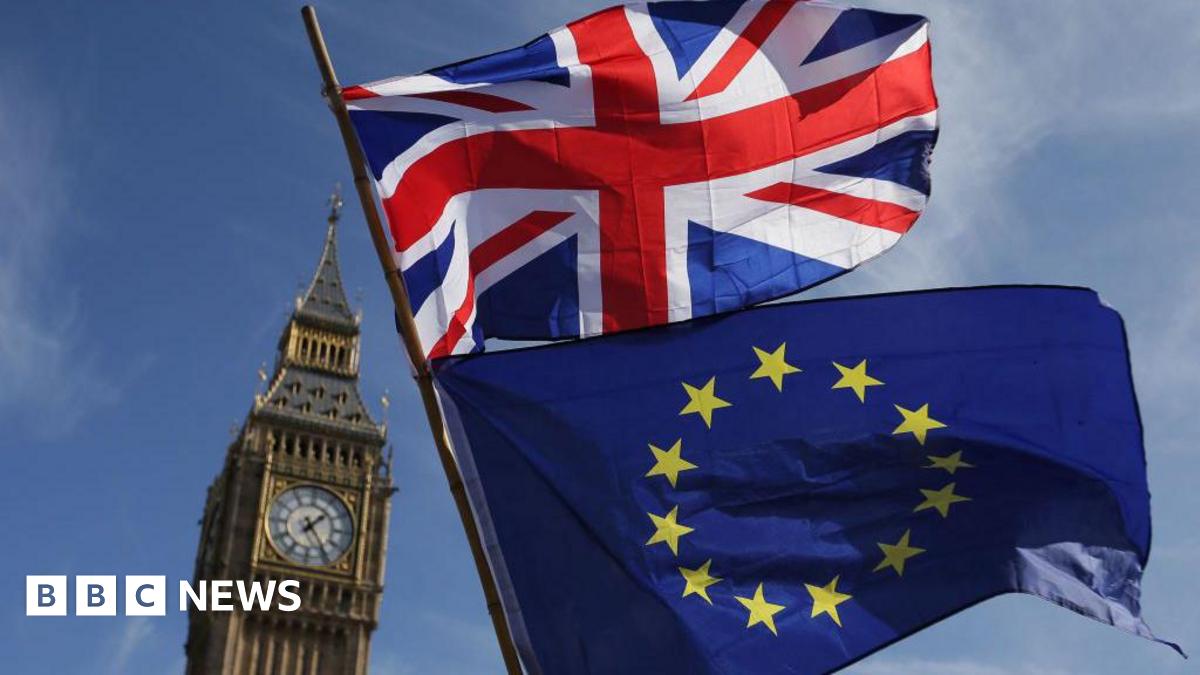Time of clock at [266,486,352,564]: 1:24
